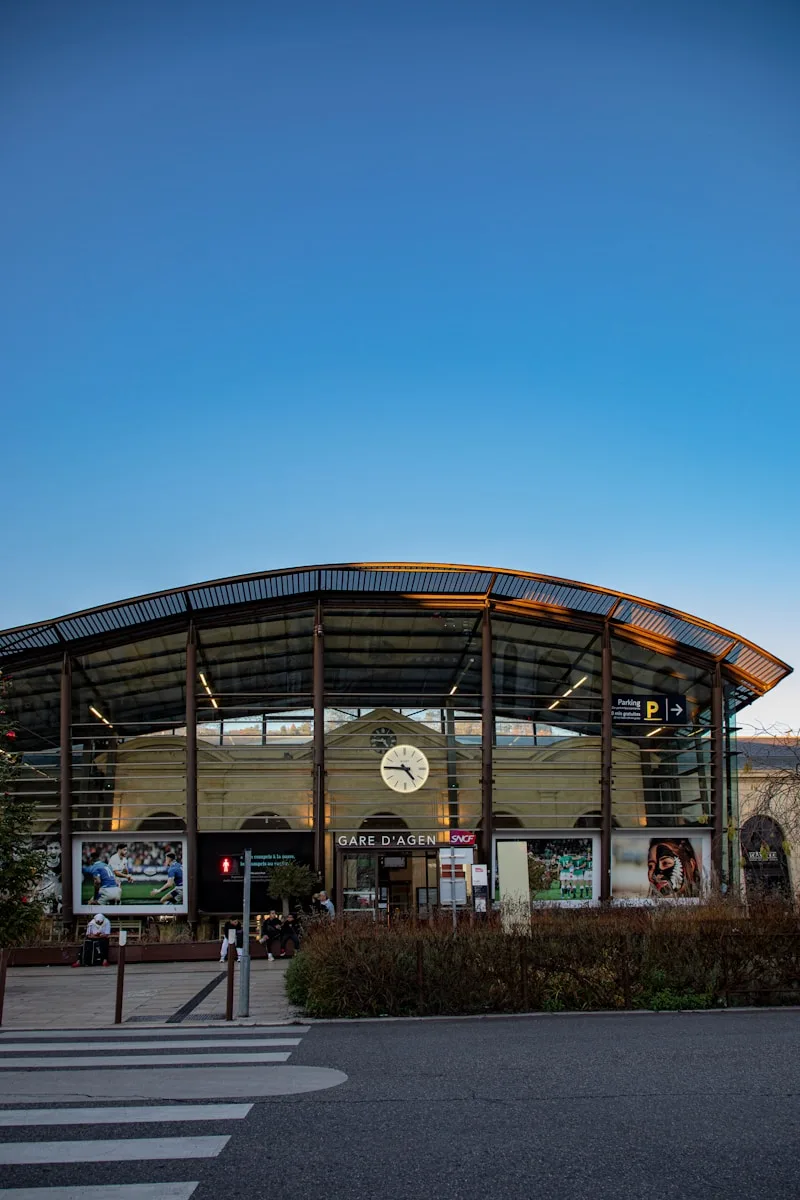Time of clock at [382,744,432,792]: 4:45
